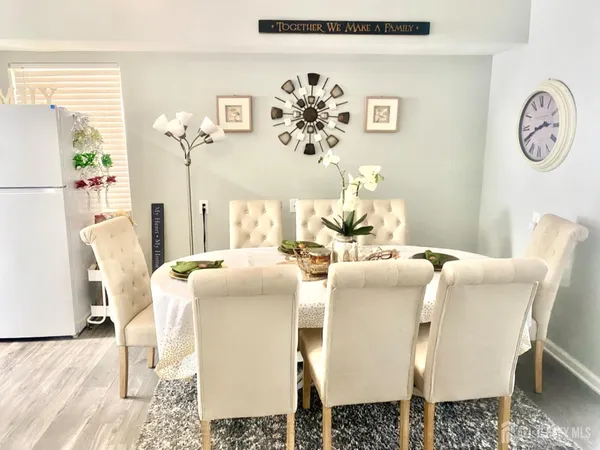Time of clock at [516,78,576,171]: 2:40
